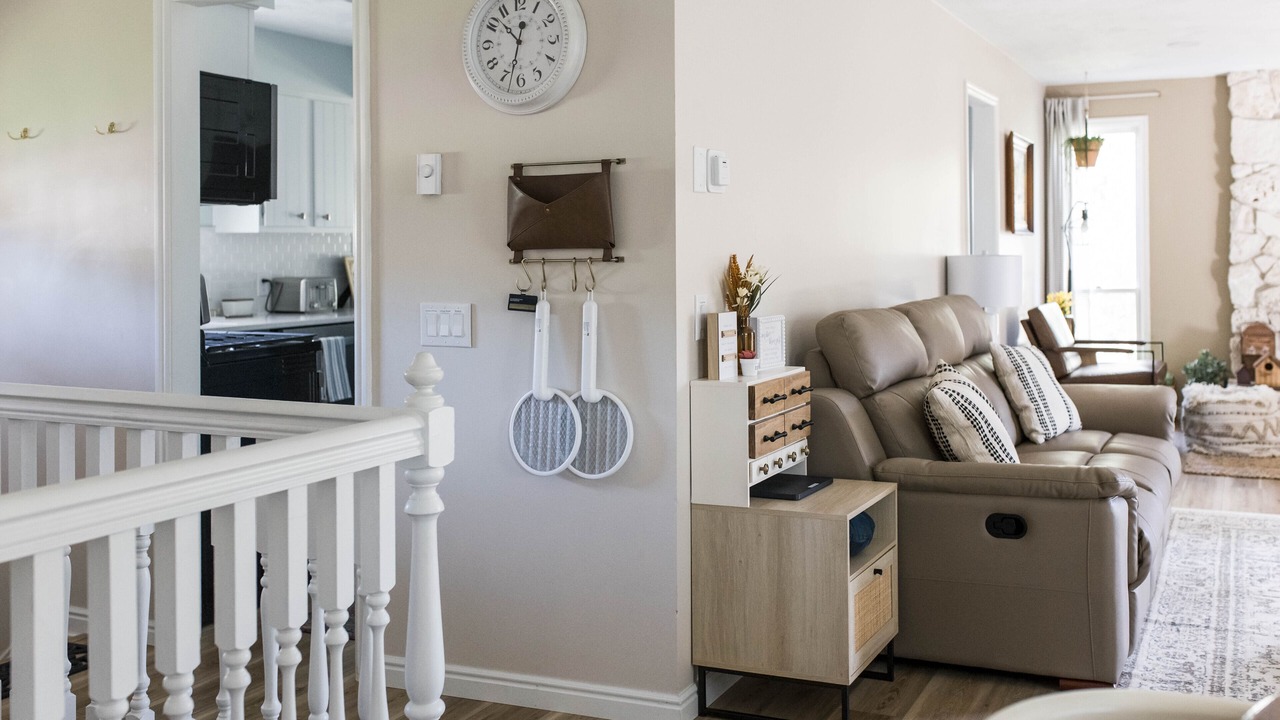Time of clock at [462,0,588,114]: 10:32
